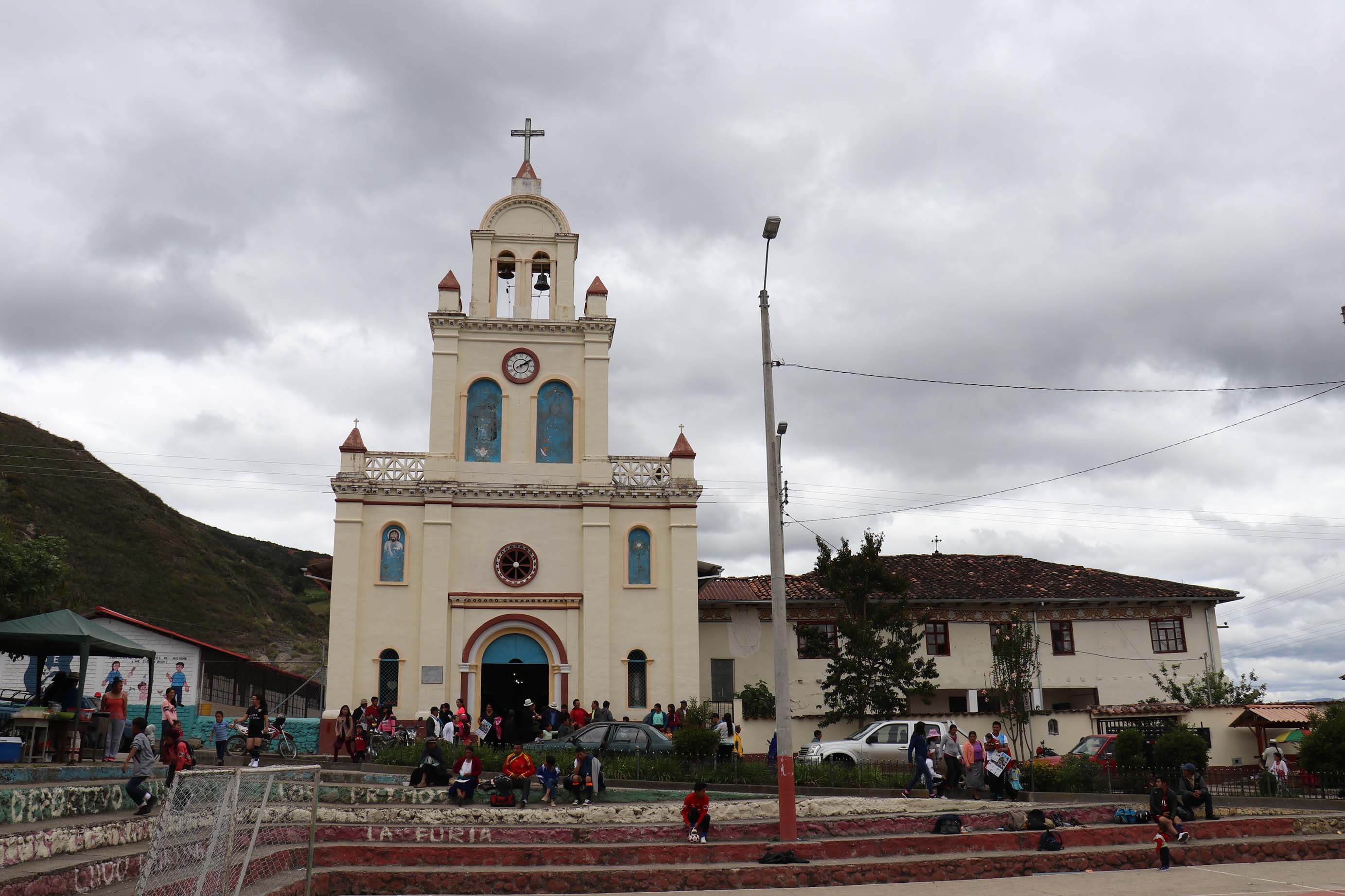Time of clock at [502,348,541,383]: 2:09
